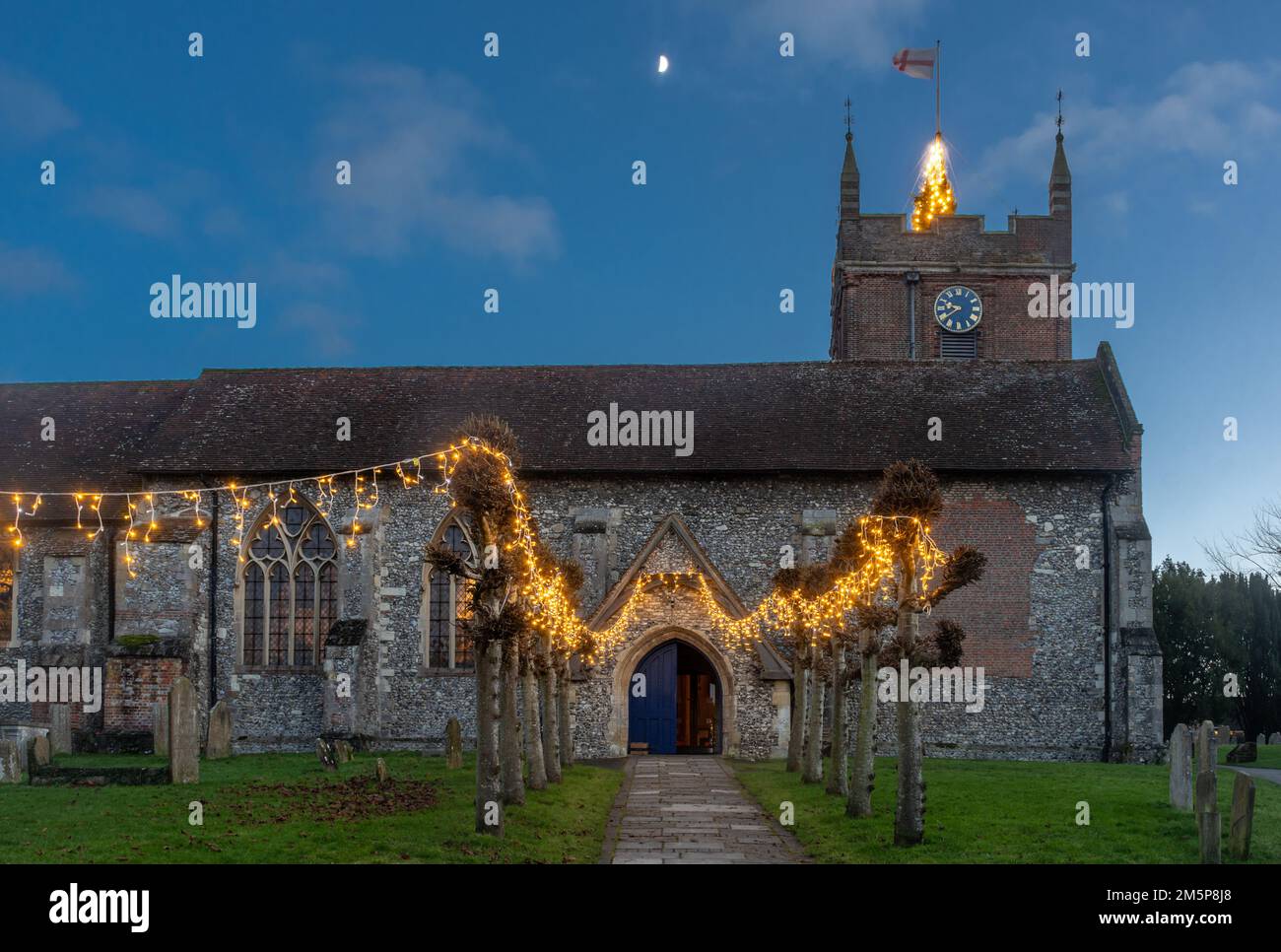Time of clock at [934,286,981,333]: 9:39
